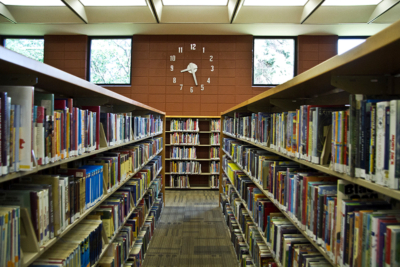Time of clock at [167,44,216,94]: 8:27
